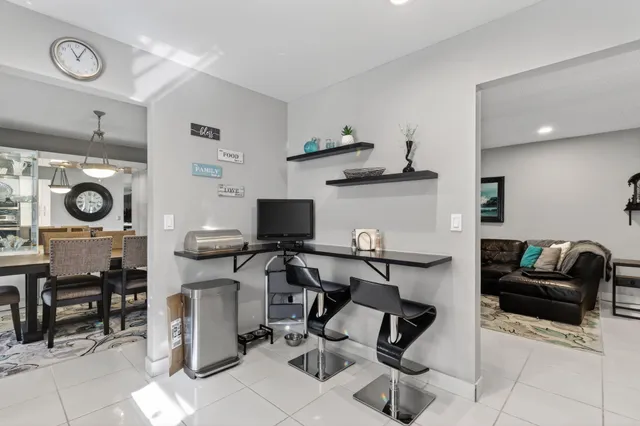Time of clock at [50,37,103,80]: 11:04
